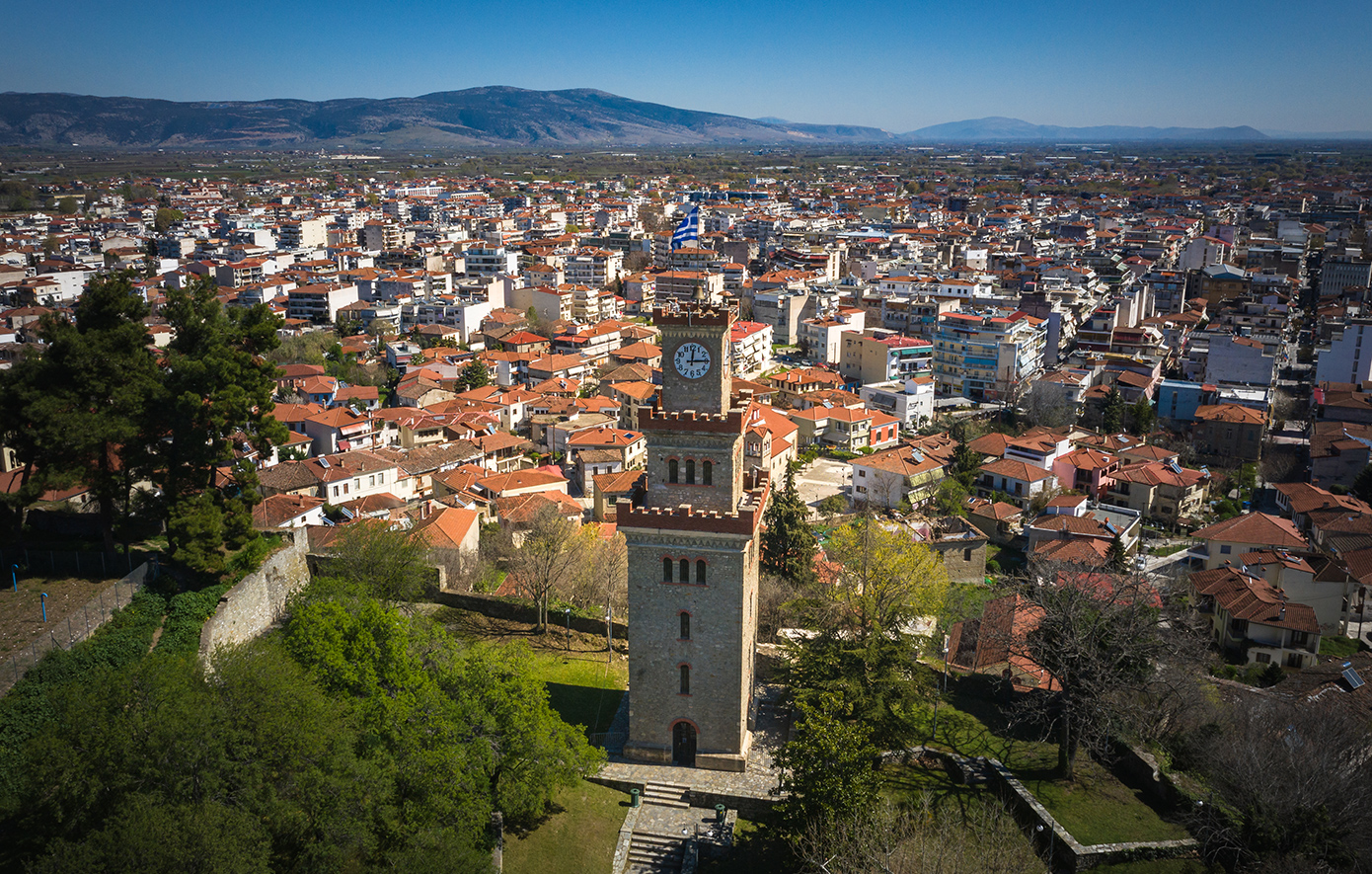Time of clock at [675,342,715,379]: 12:14
